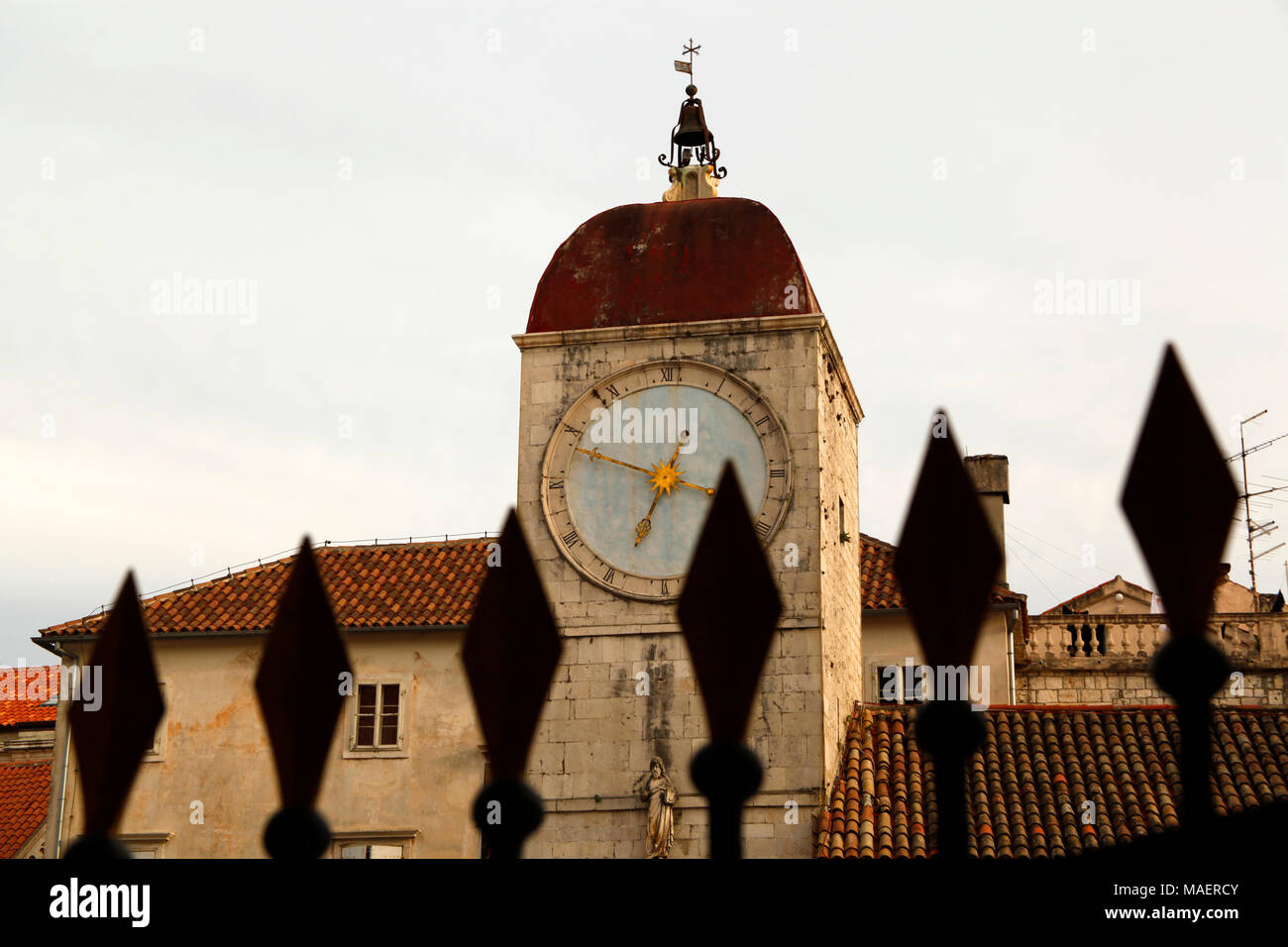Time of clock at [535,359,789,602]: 6:48
